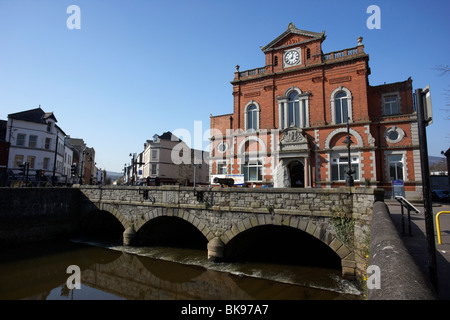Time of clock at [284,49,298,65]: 12:41
